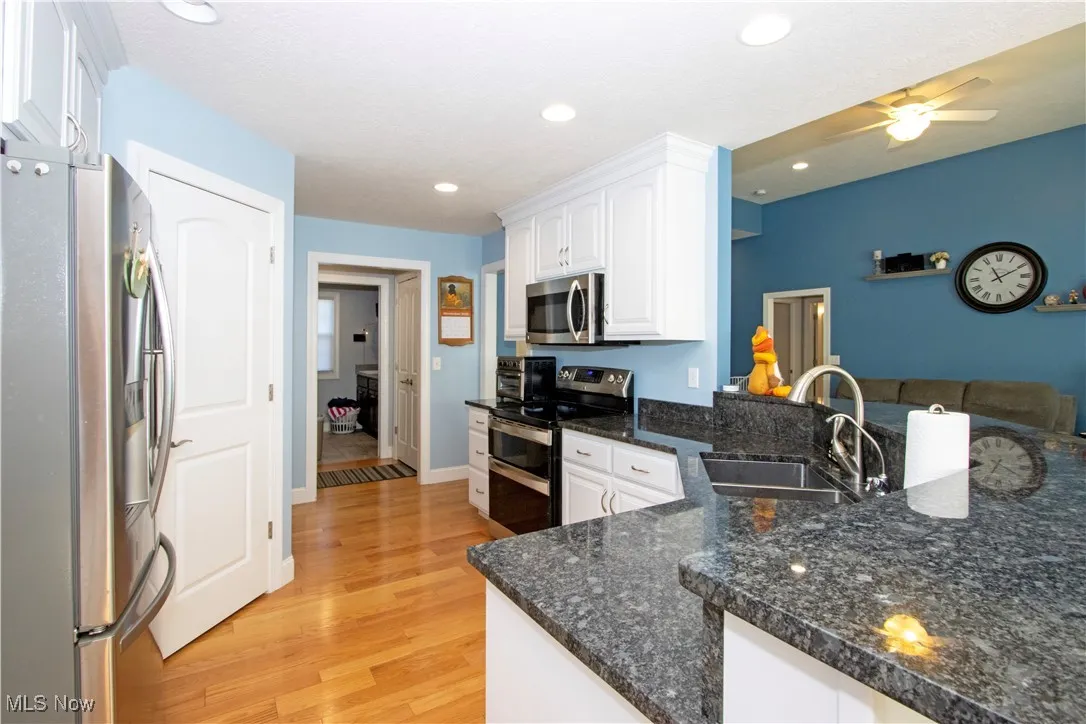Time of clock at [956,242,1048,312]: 11:10
